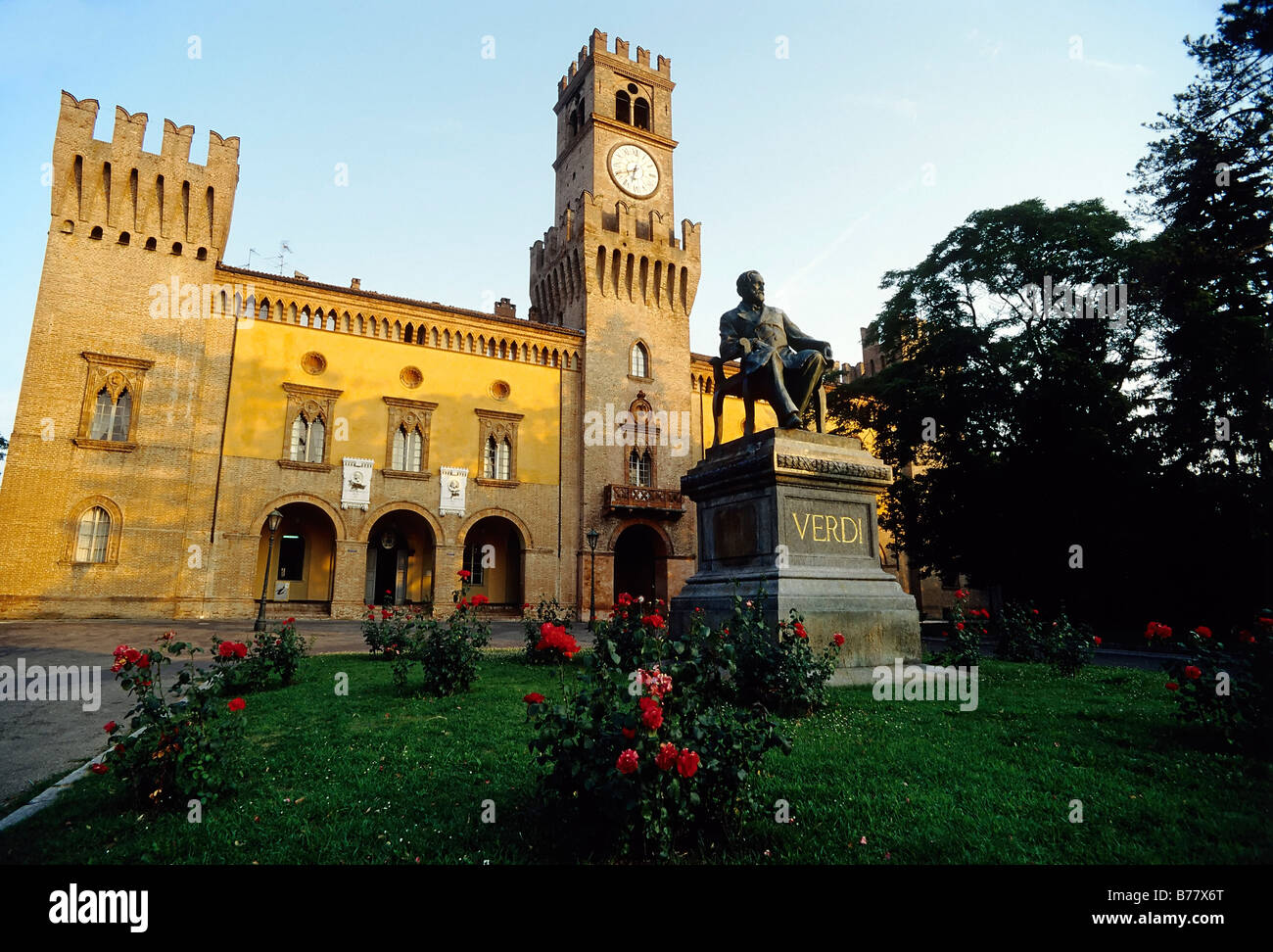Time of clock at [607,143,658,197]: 6:40
